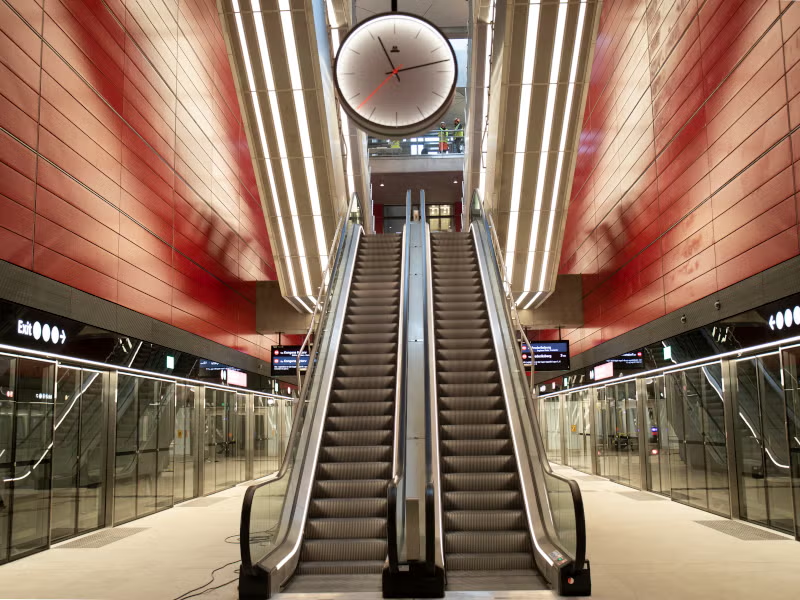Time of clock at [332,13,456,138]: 11:13
